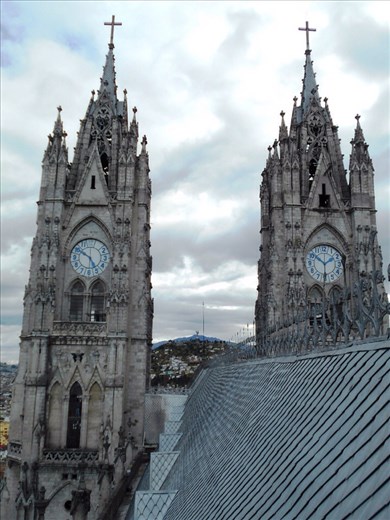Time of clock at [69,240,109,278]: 4:50
